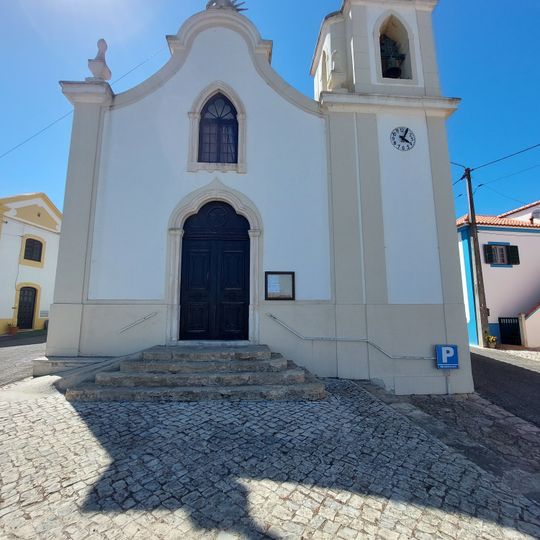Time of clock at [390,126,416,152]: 4:04
